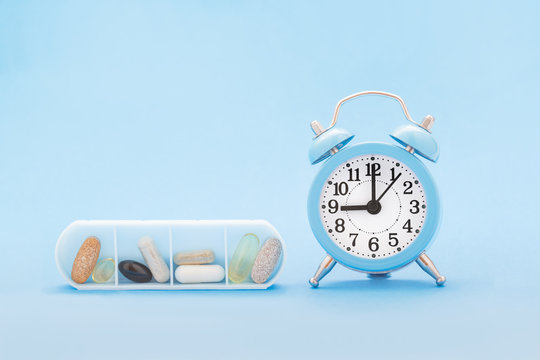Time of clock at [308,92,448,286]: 9:00
